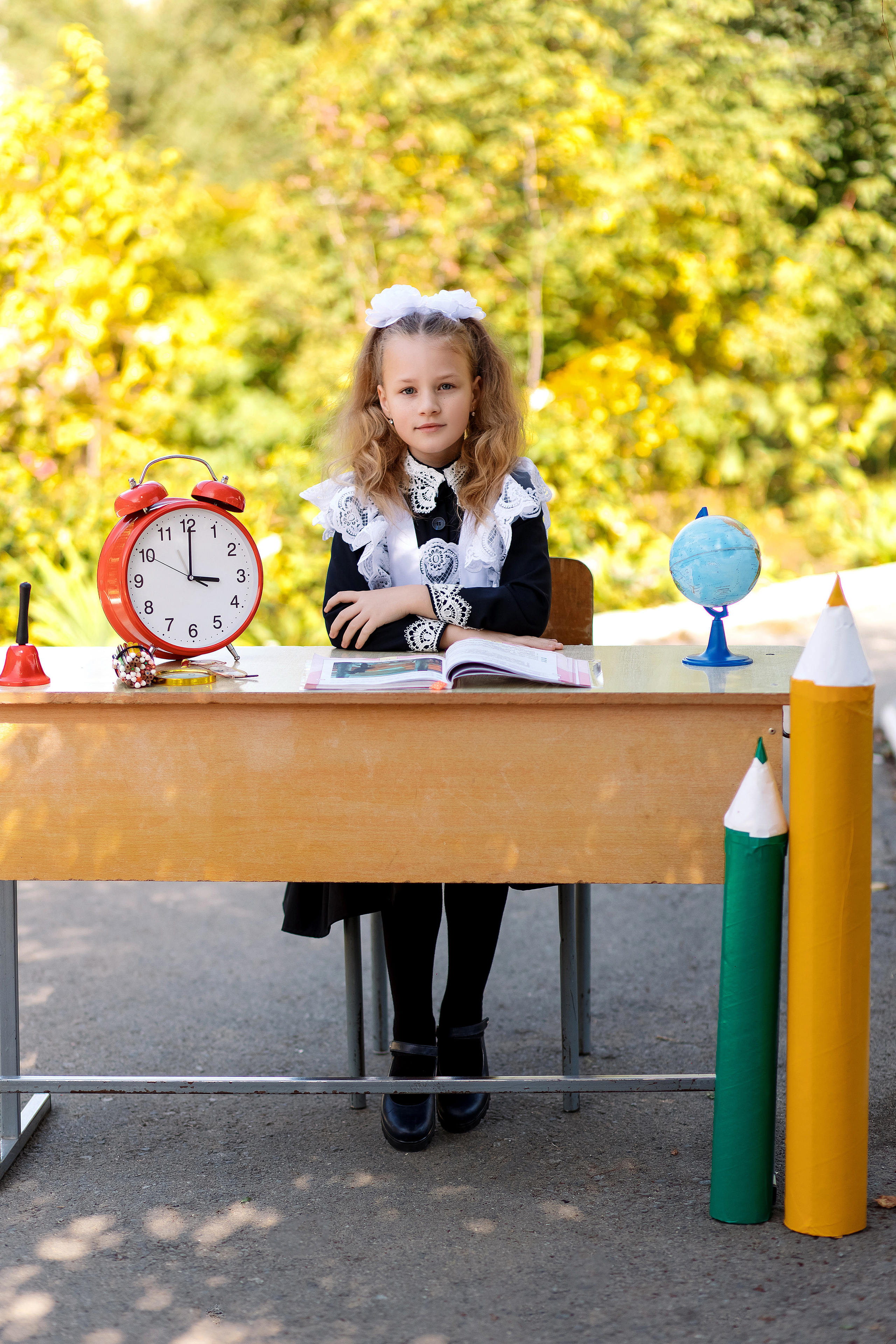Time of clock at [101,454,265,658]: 3:00
